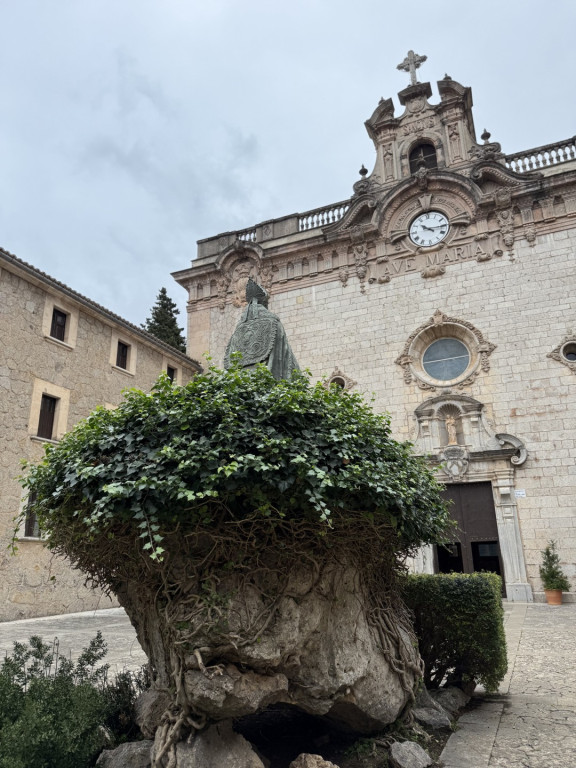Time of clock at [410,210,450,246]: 10:15
